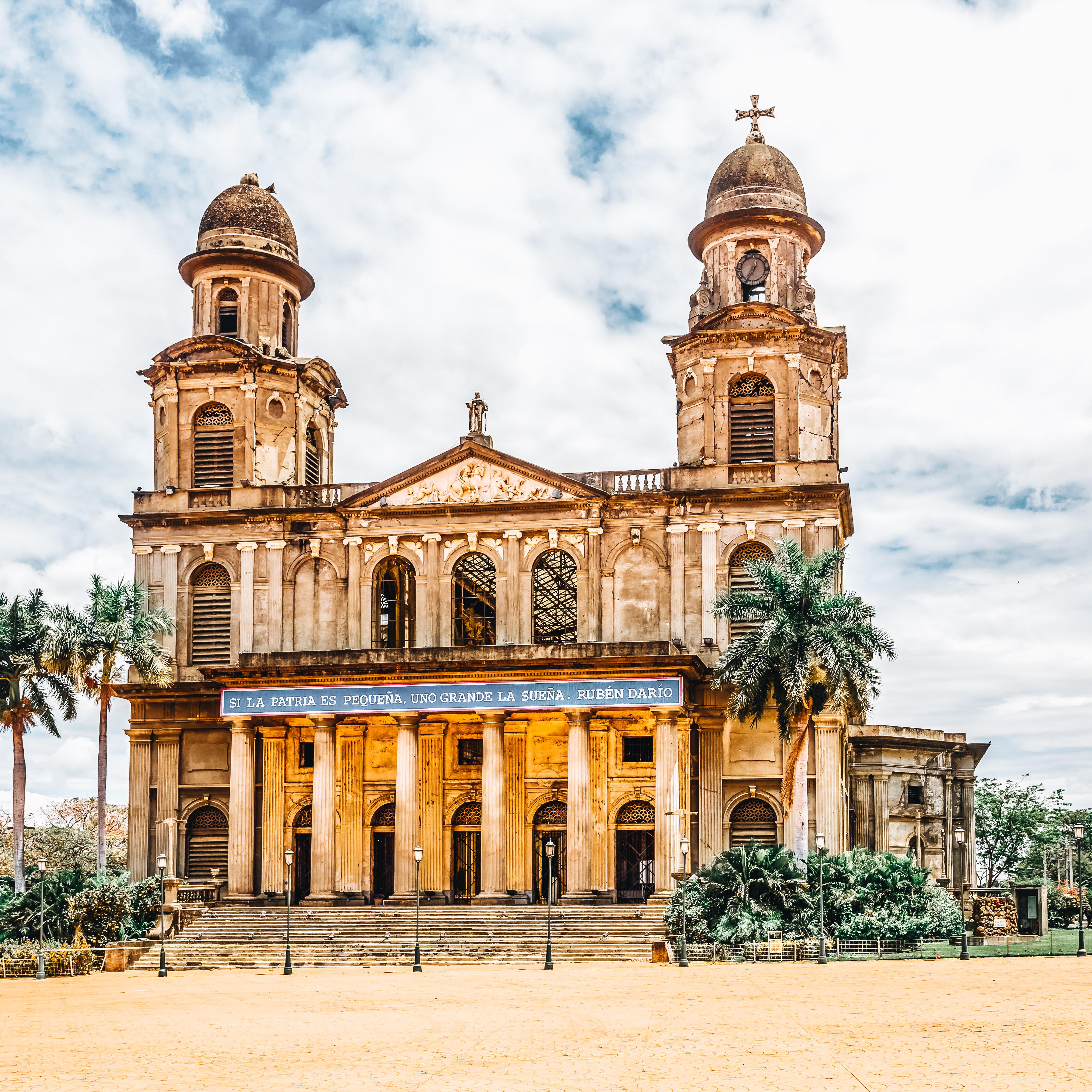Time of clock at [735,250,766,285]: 12:34
